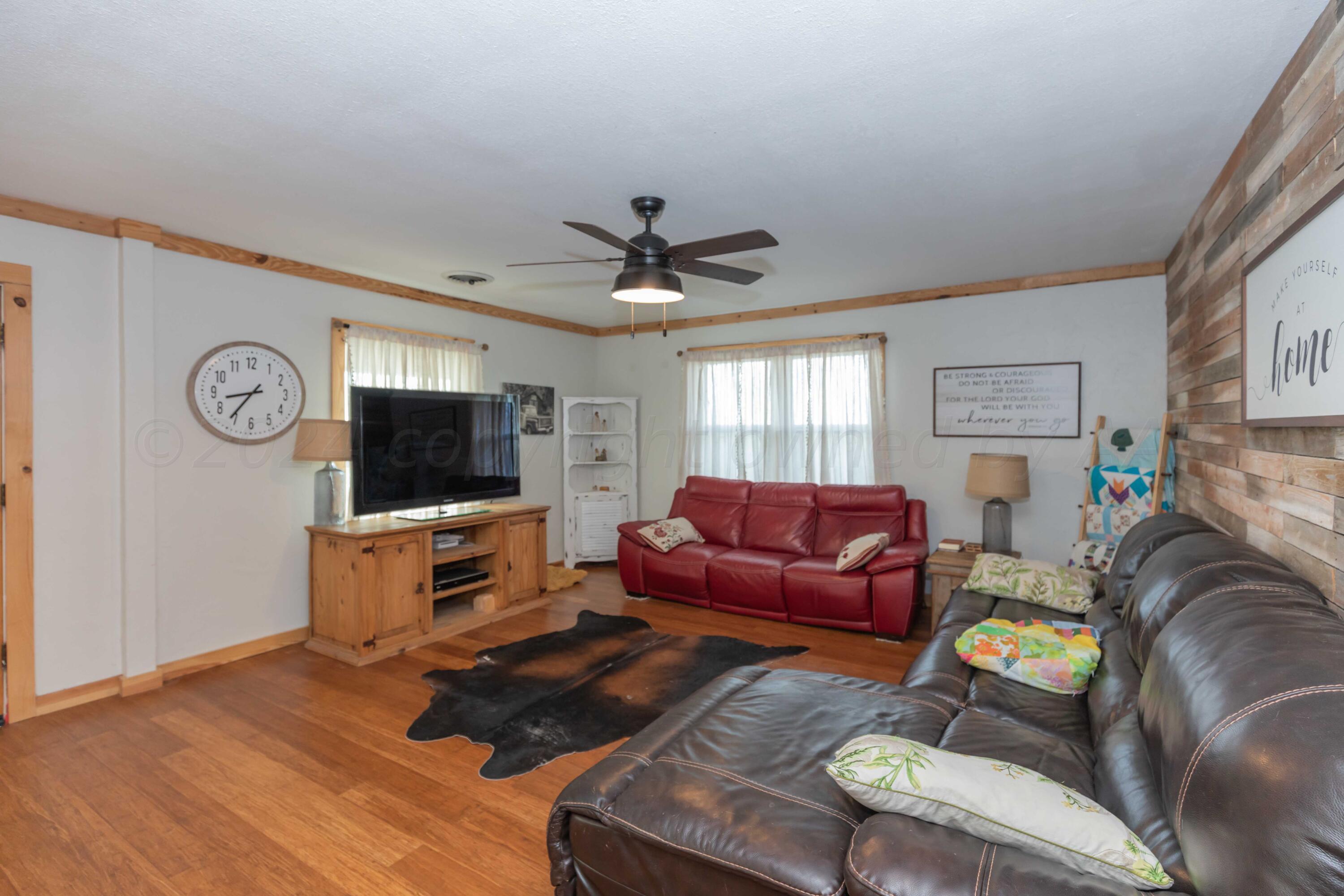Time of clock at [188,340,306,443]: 8:36
